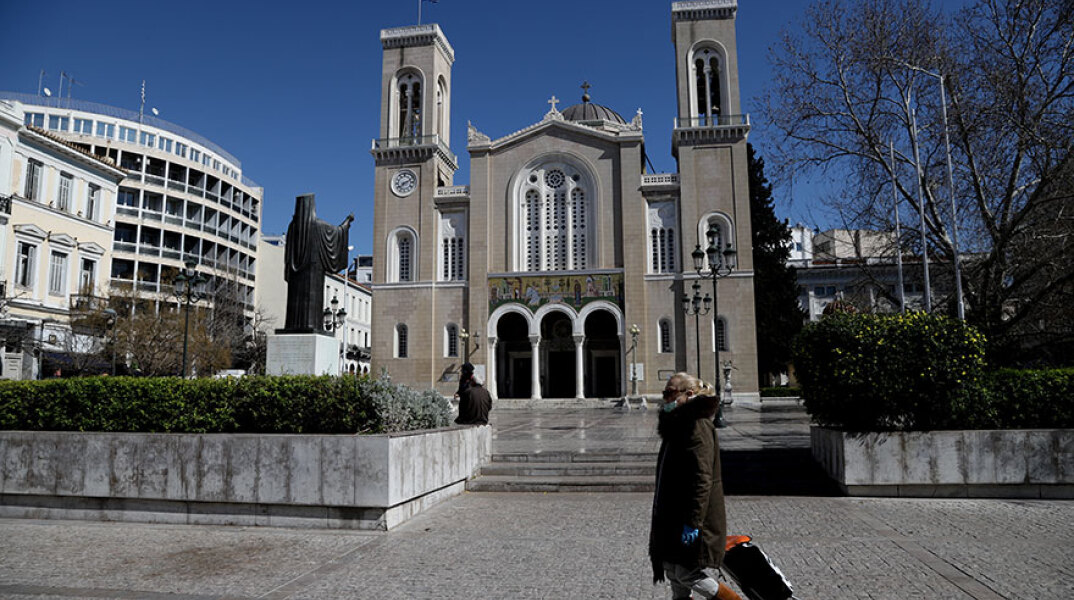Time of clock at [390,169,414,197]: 8:11
